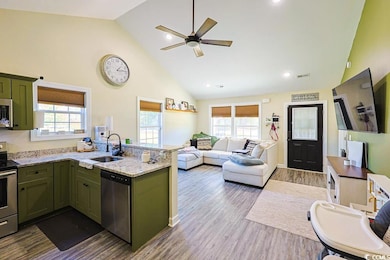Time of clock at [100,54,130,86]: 1:13
